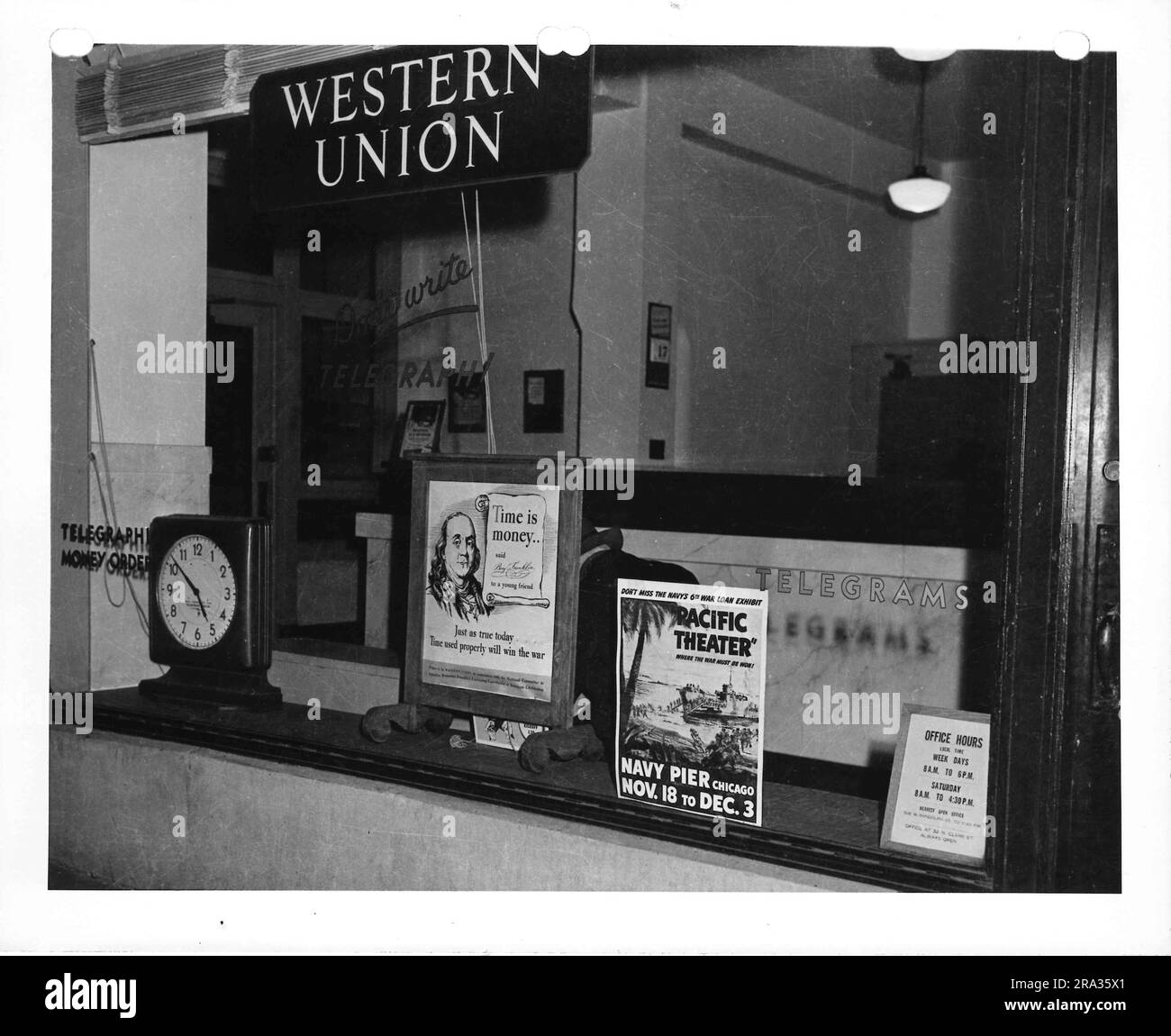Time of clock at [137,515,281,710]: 4:51
